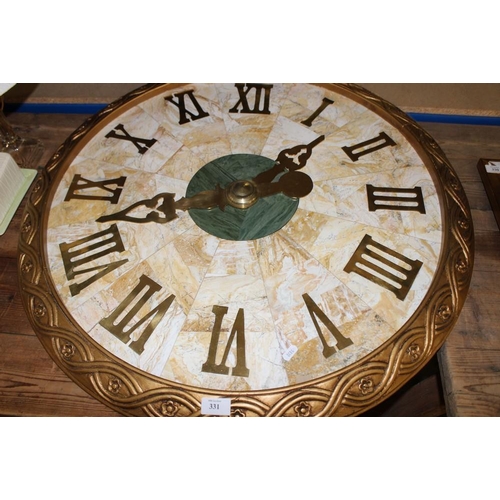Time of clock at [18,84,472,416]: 1:42
